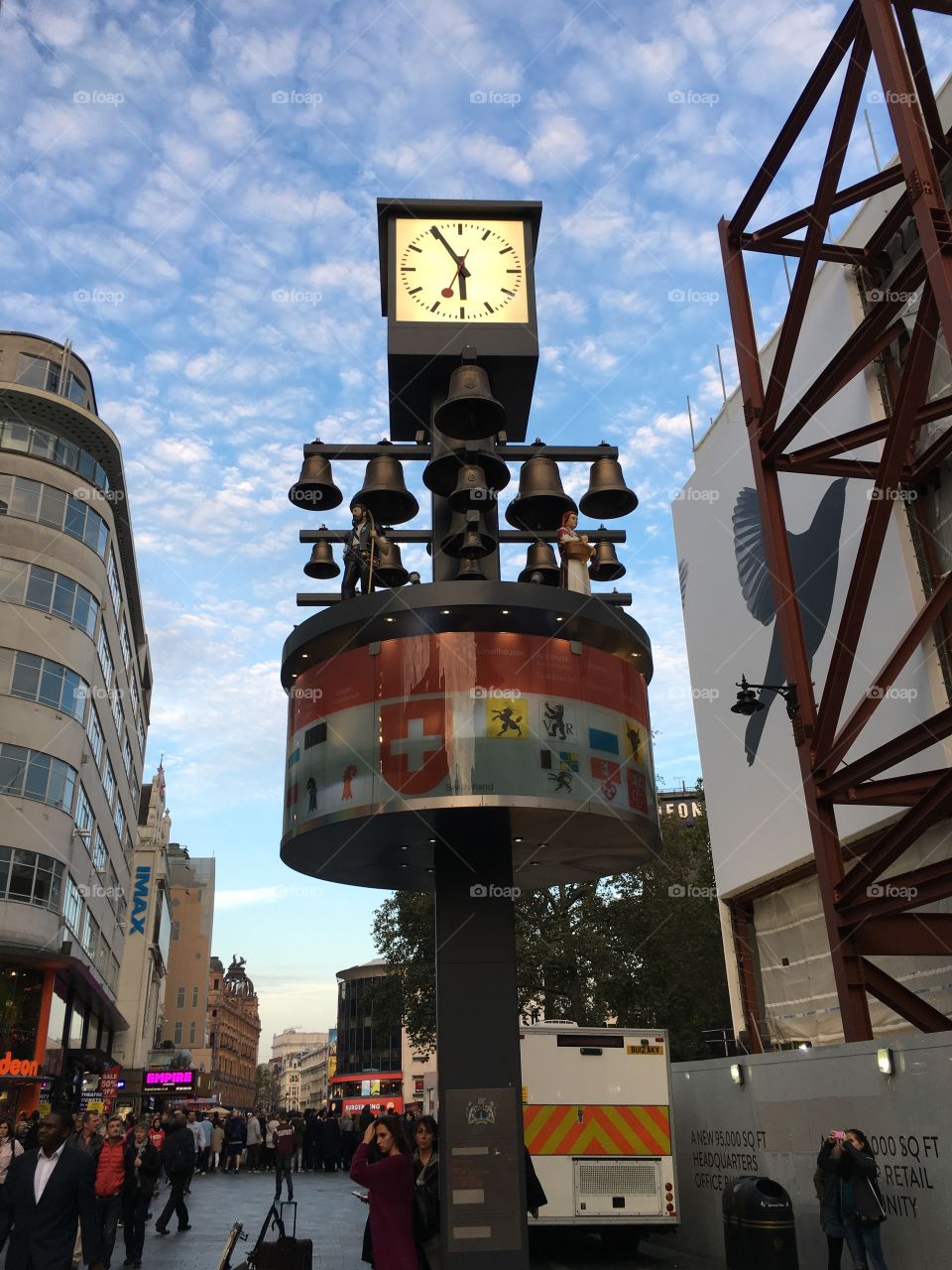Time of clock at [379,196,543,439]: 5:54
